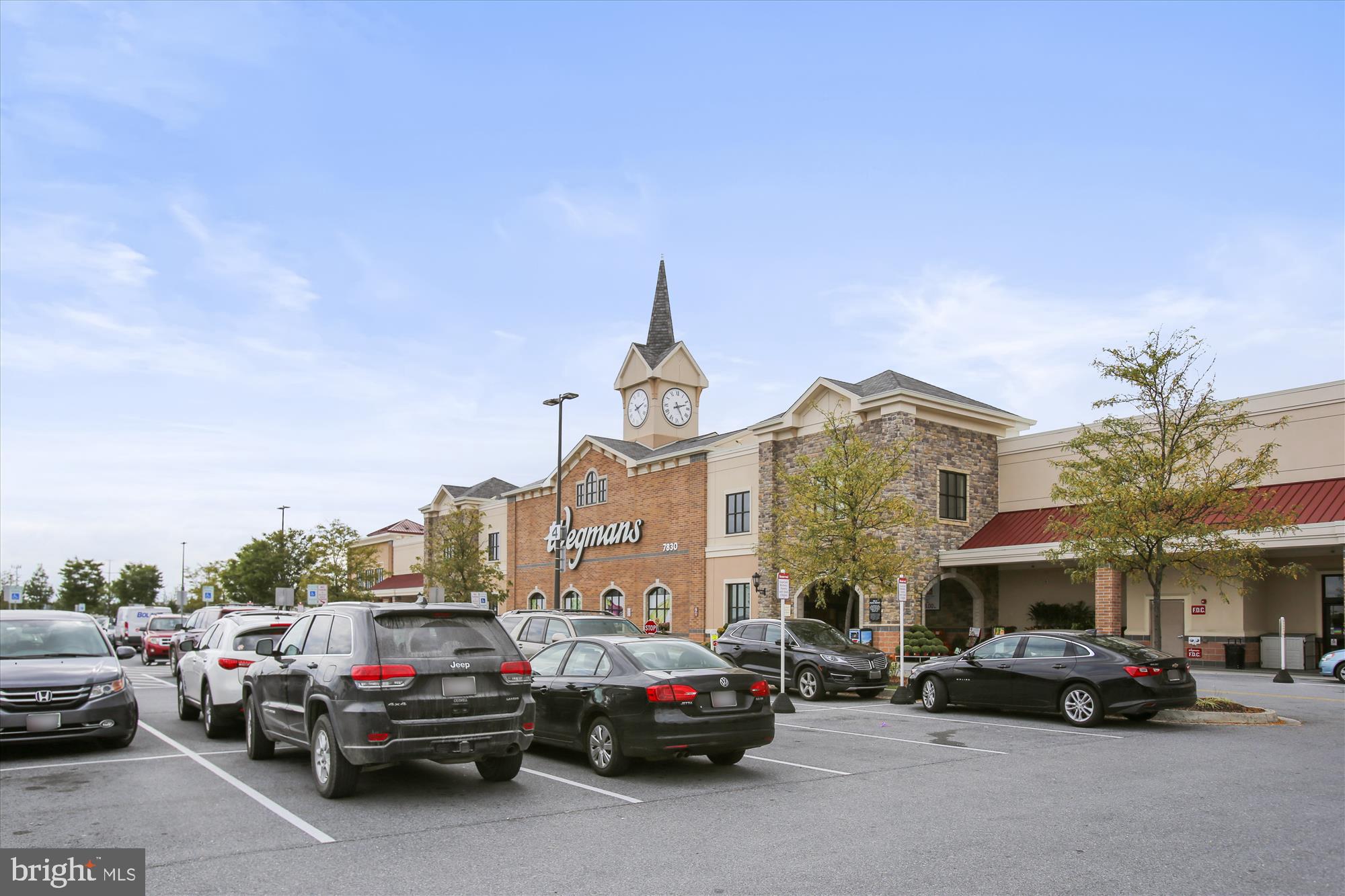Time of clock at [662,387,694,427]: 2:24
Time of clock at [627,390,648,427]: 2:23
